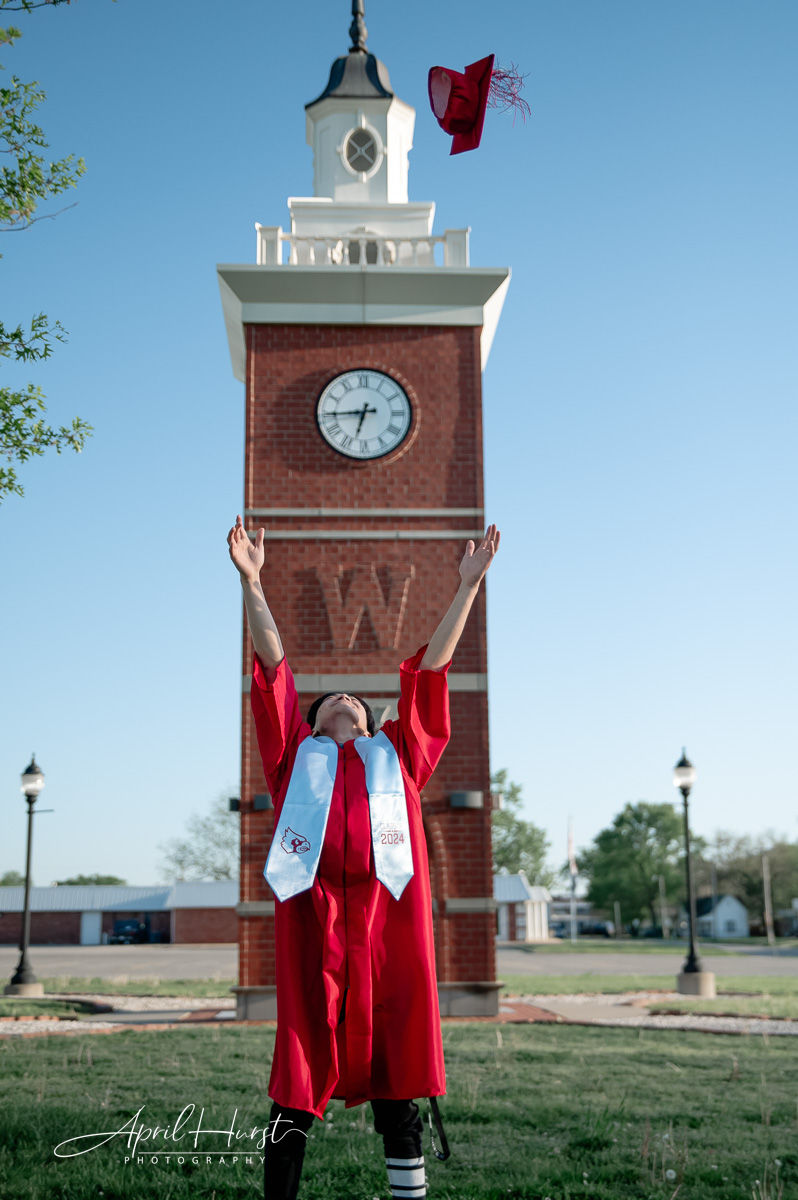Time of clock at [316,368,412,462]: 6:44
